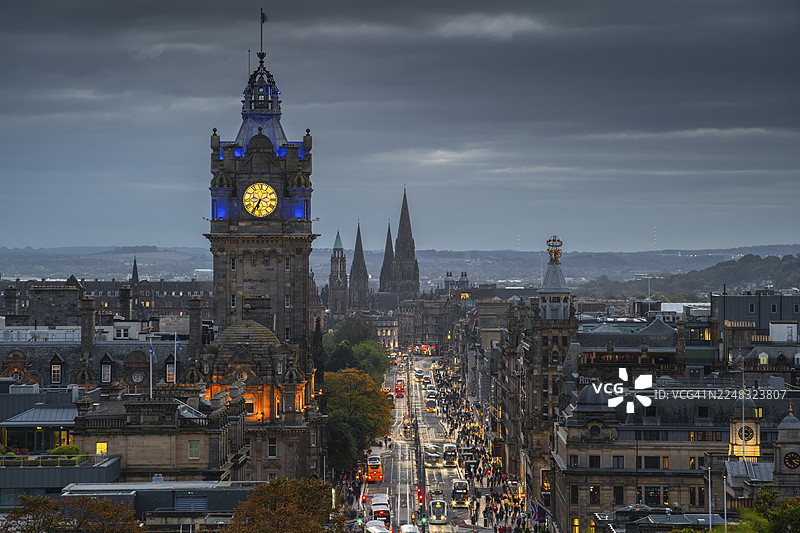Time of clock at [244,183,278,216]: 6:35
